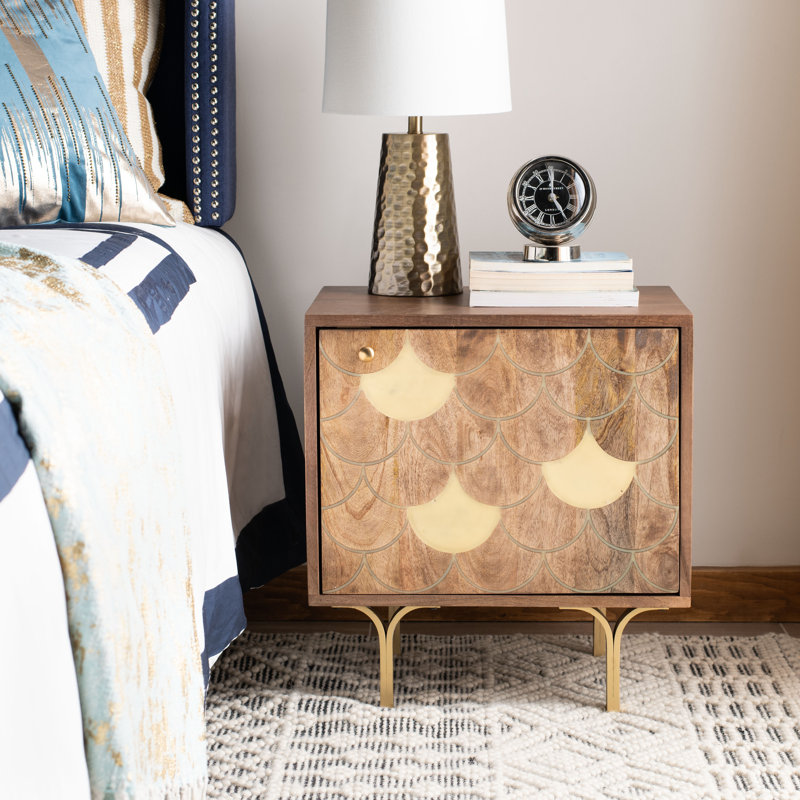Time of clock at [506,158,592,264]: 5:00
